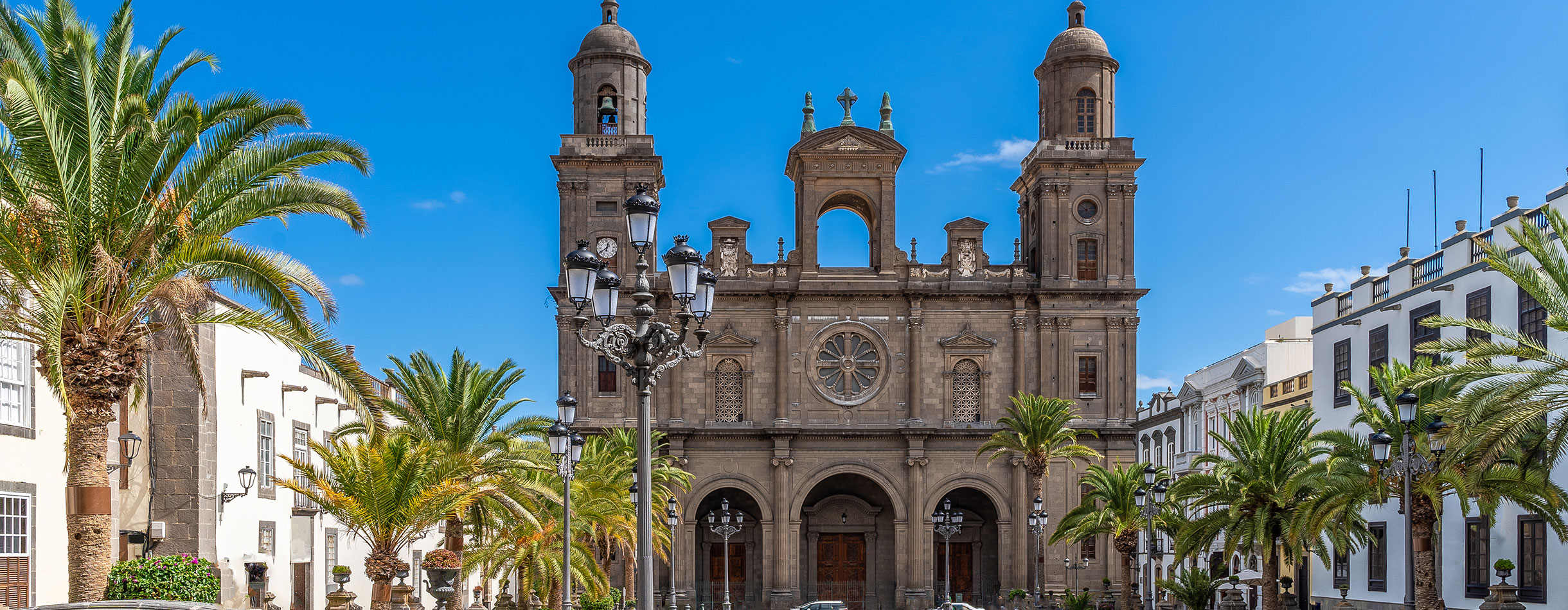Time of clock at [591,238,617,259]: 12:40
